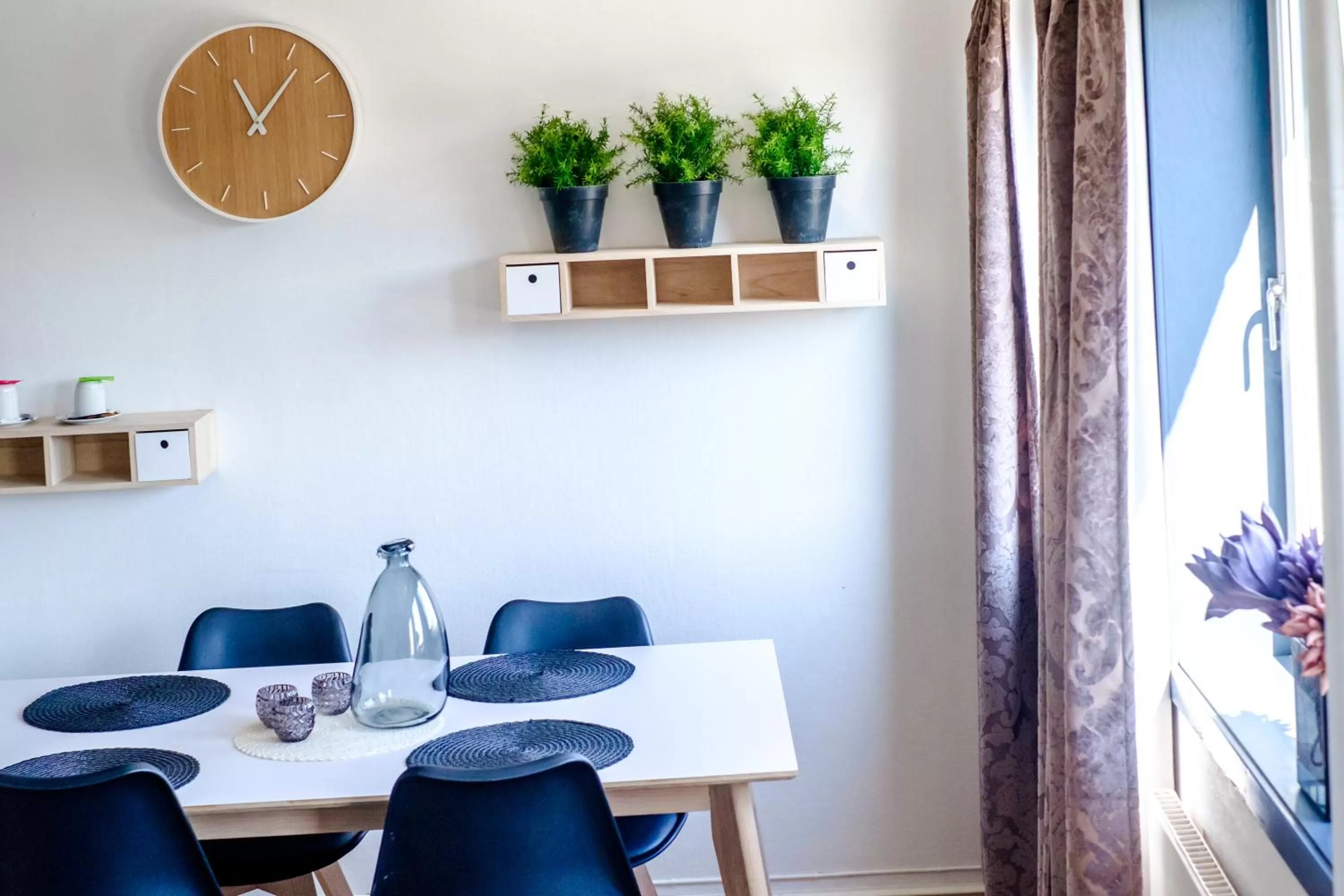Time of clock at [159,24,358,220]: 11:07
